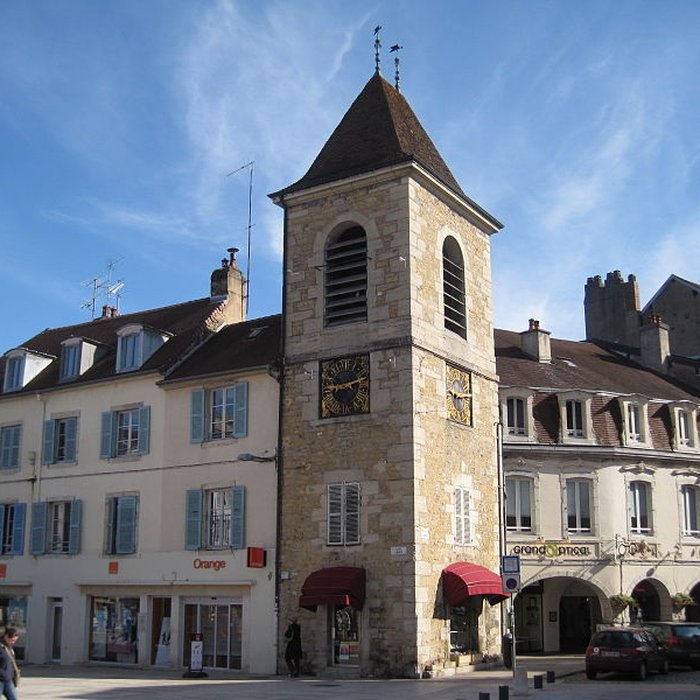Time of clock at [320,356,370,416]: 8:11
